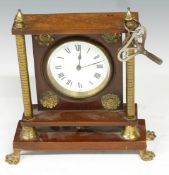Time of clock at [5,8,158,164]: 12:12
